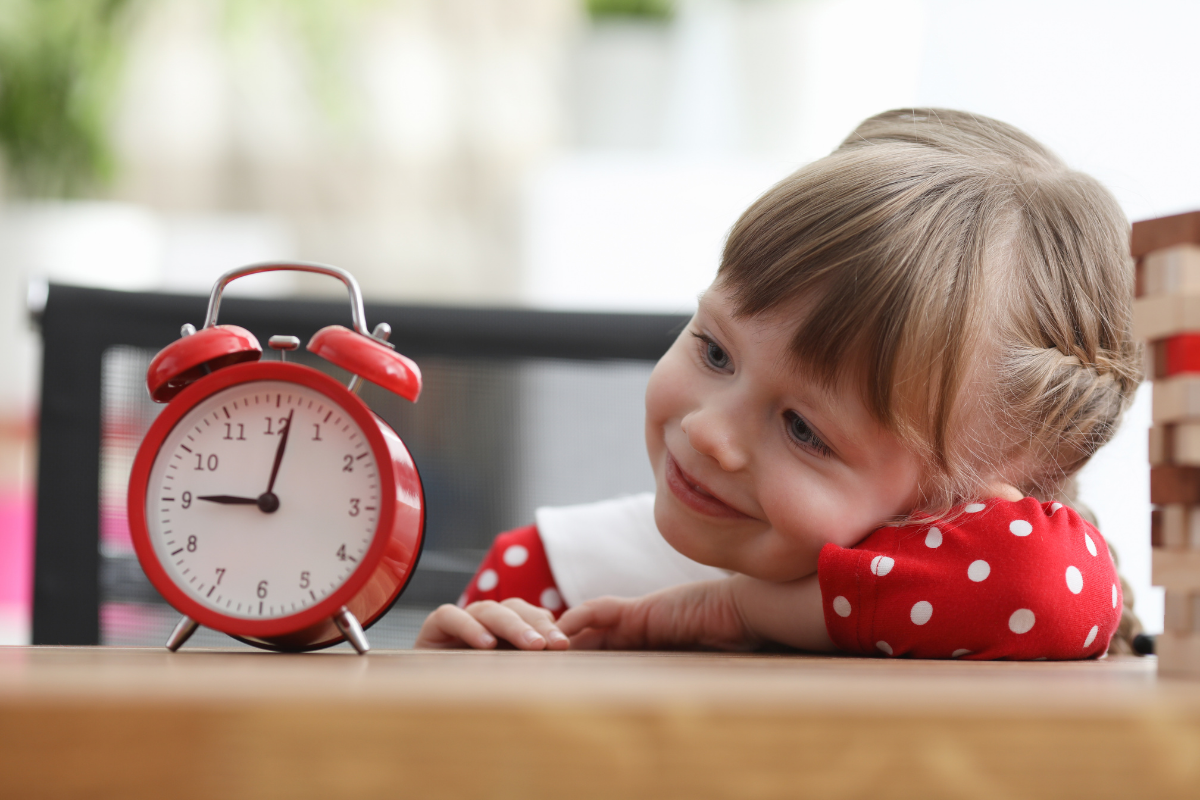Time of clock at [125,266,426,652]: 9:01
